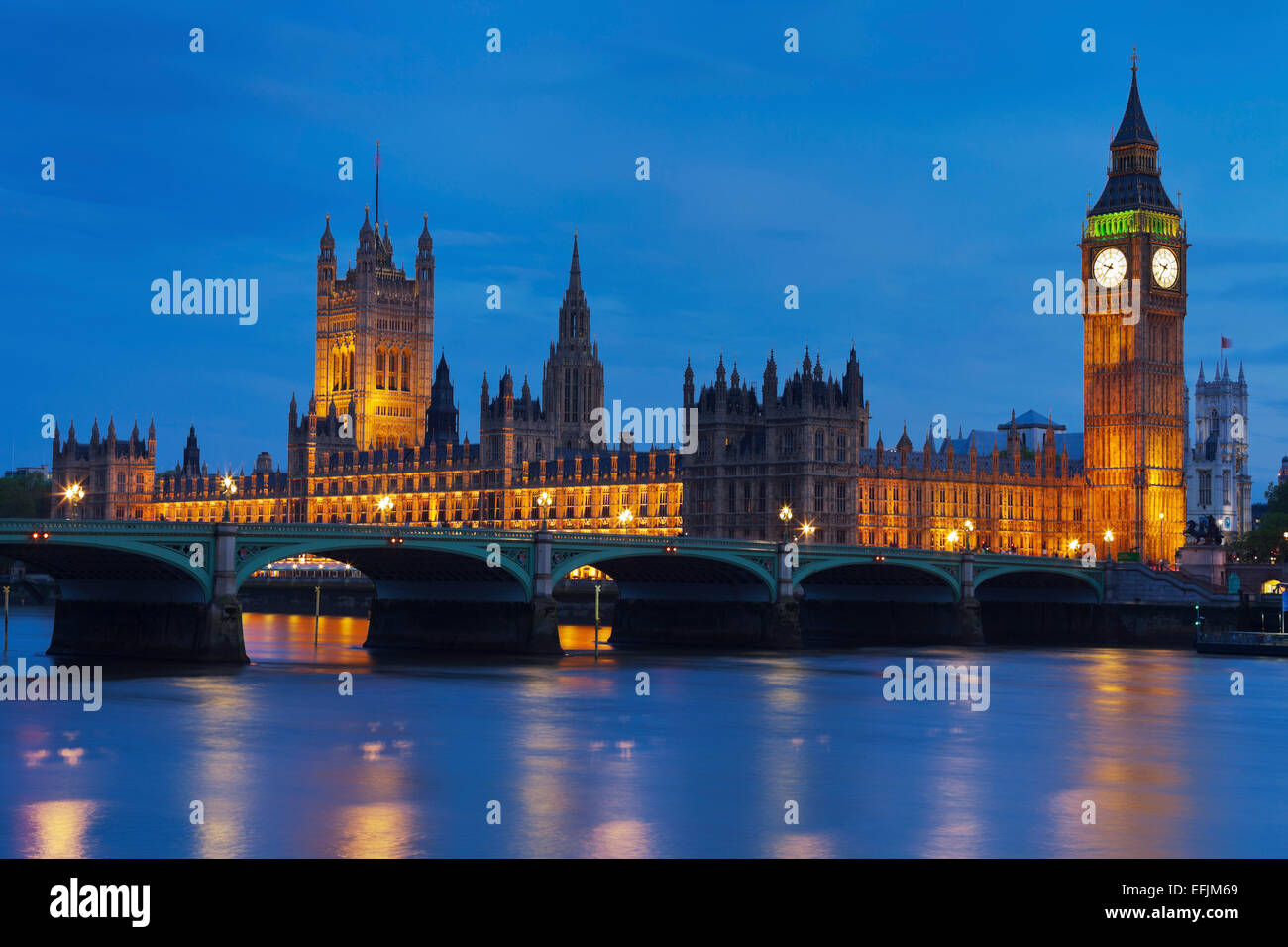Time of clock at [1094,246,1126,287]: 9:37
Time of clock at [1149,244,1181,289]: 9:36
